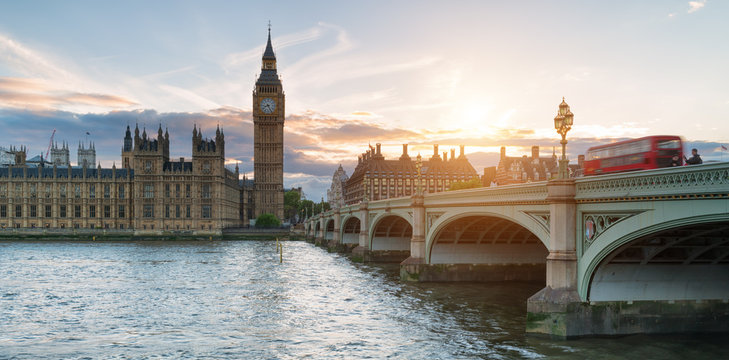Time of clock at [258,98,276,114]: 8:25
